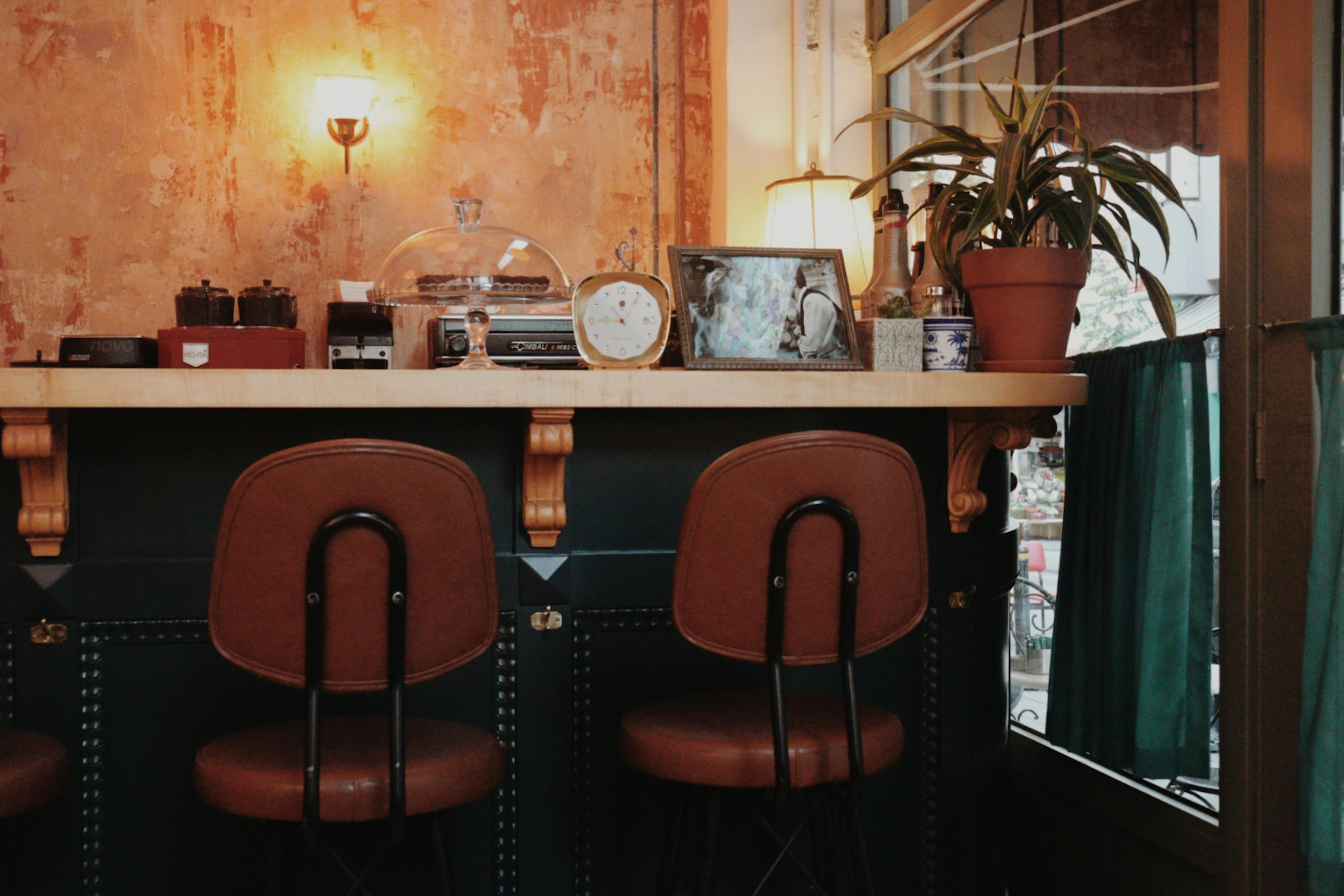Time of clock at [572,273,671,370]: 9:05
